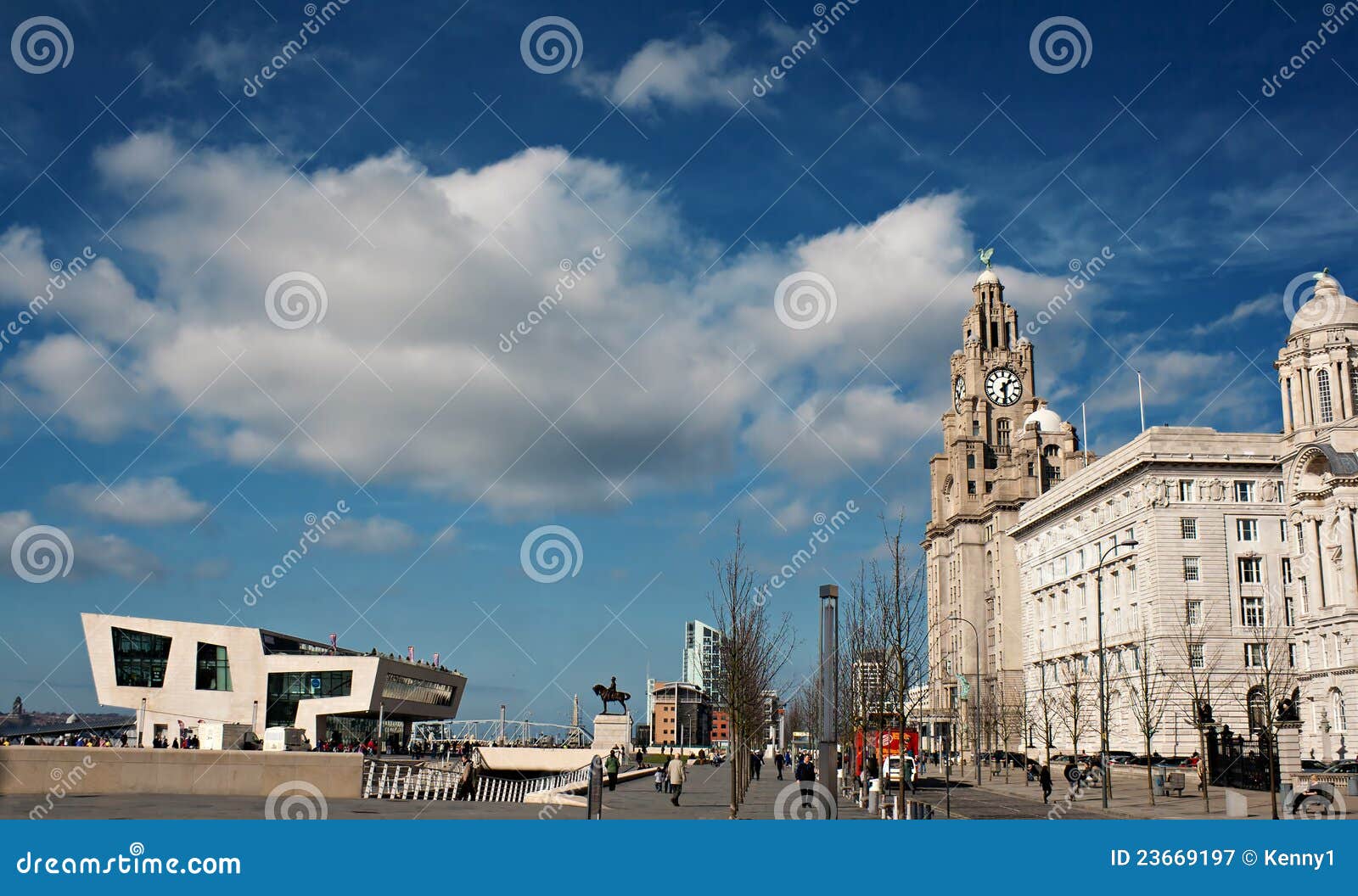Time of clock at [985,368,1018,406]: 1:29
